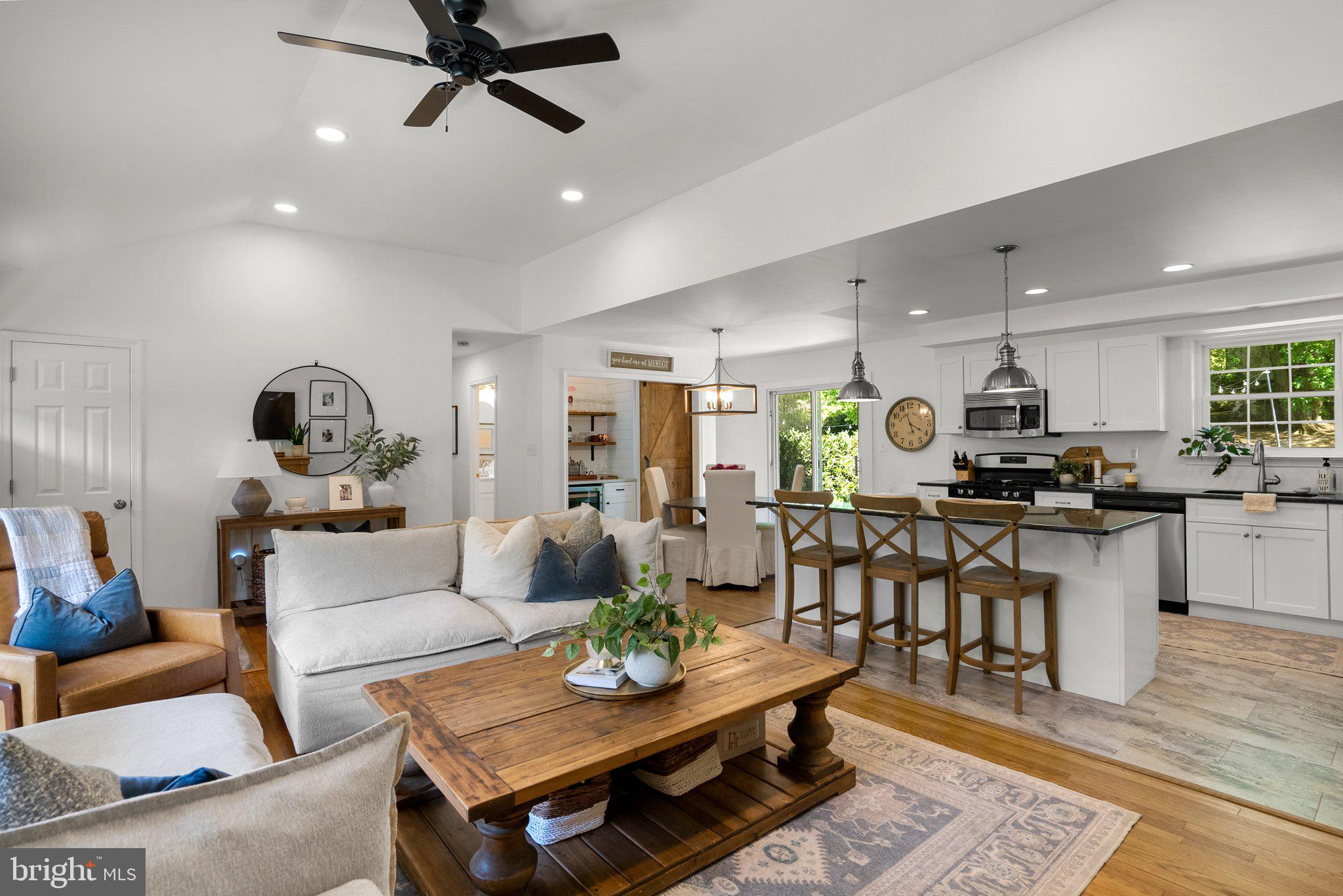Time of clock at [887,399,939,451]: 3:56
